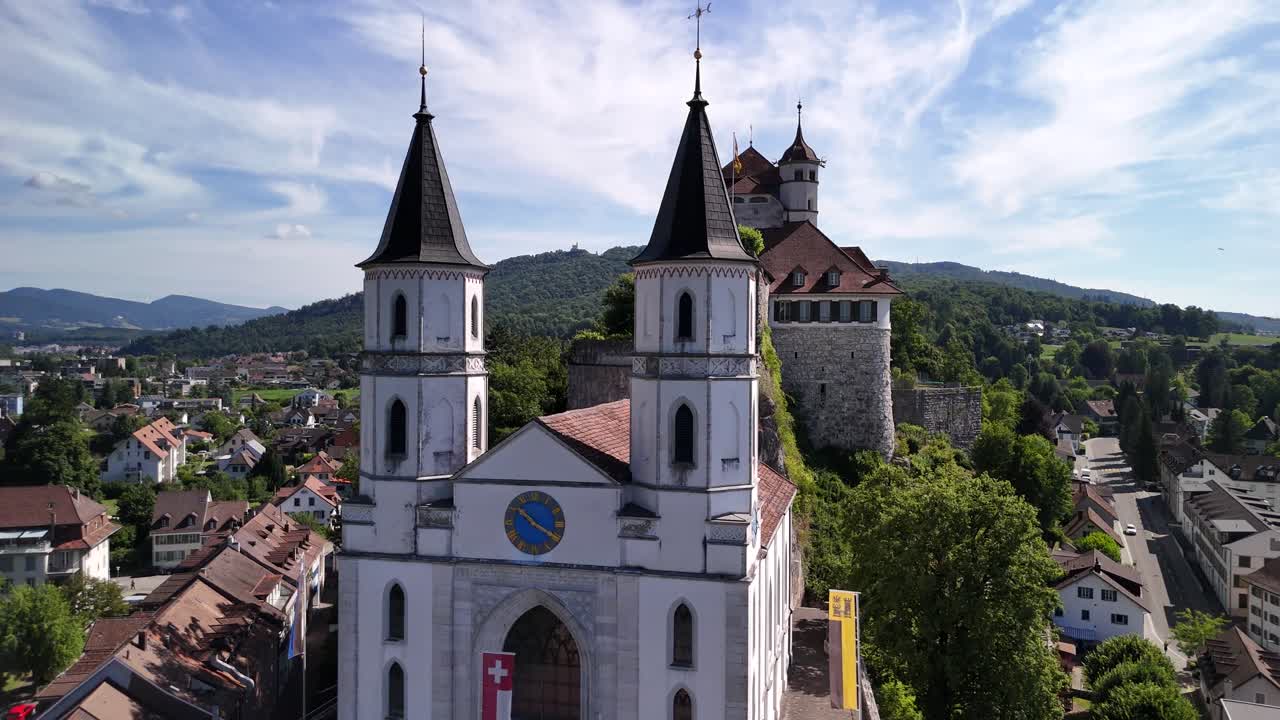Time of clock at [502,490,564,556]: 10:20
